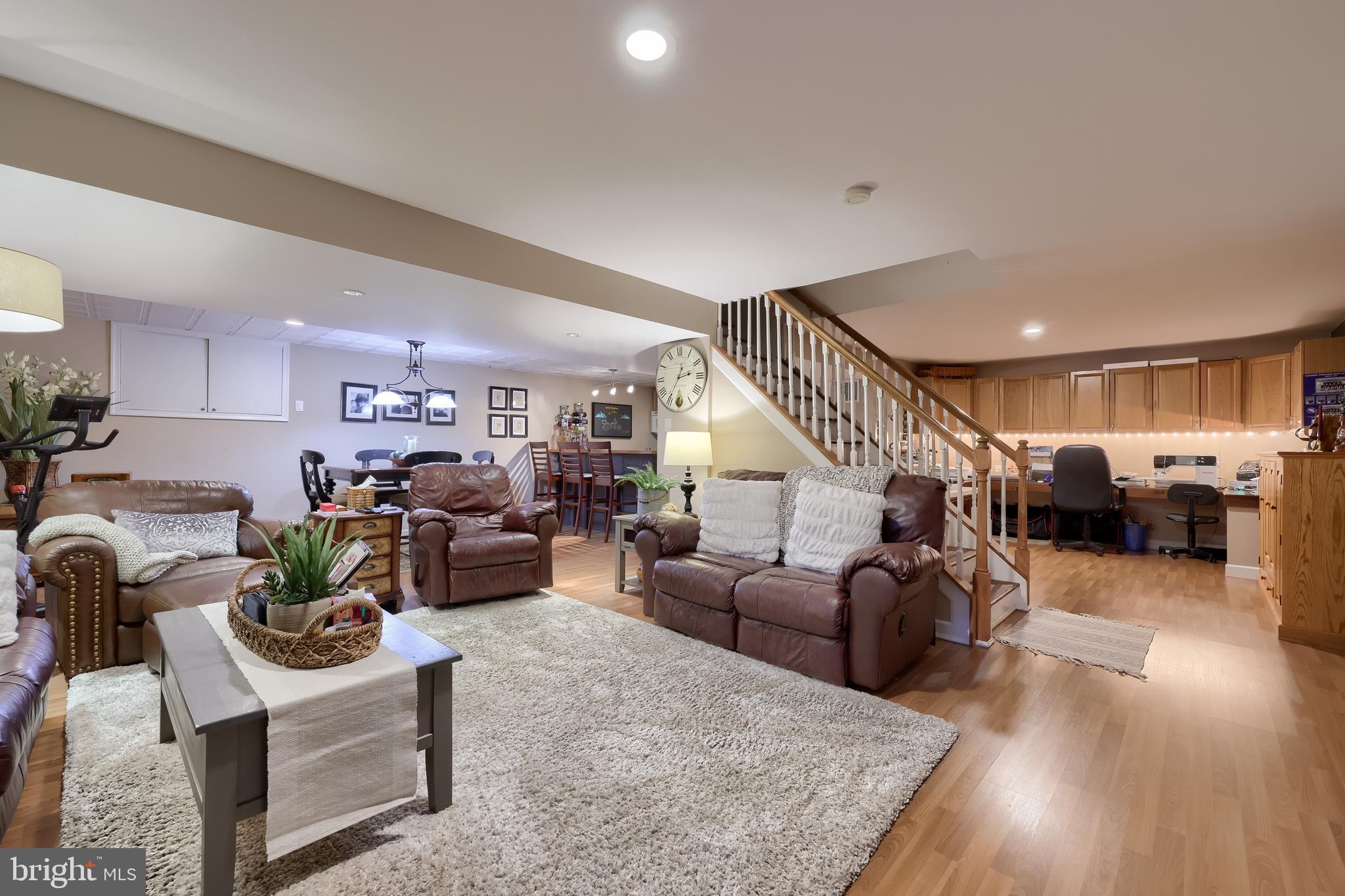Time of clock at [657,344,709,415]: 2:35
